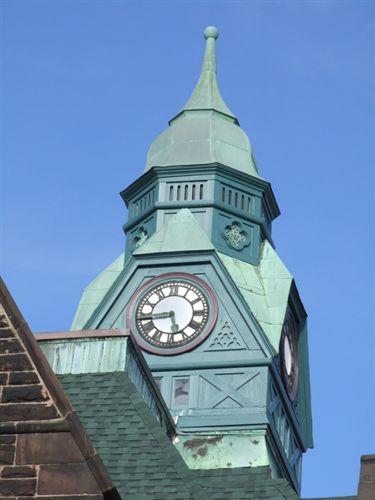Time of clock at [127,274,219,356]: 5:43
